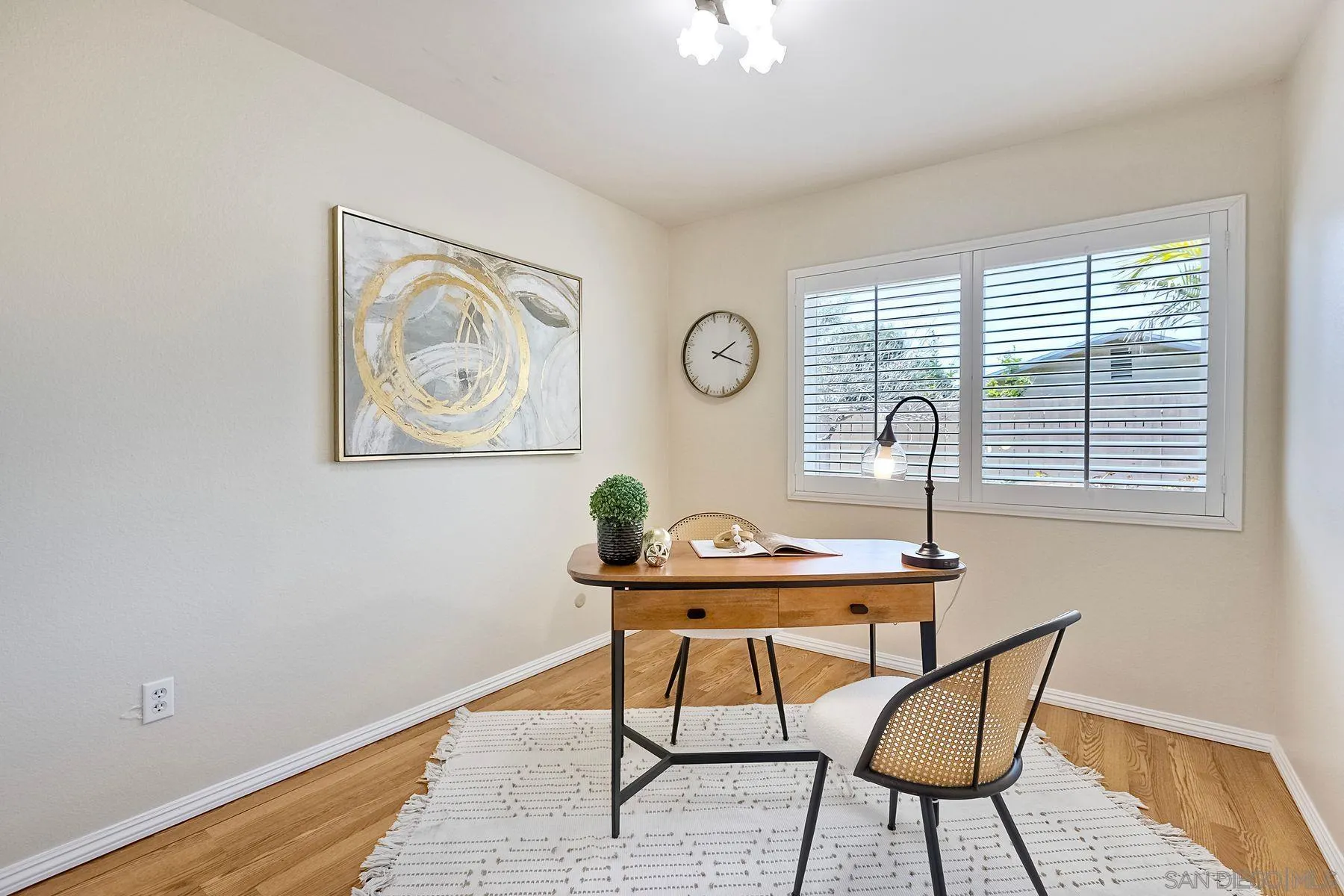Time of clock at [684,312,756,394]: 2:19
